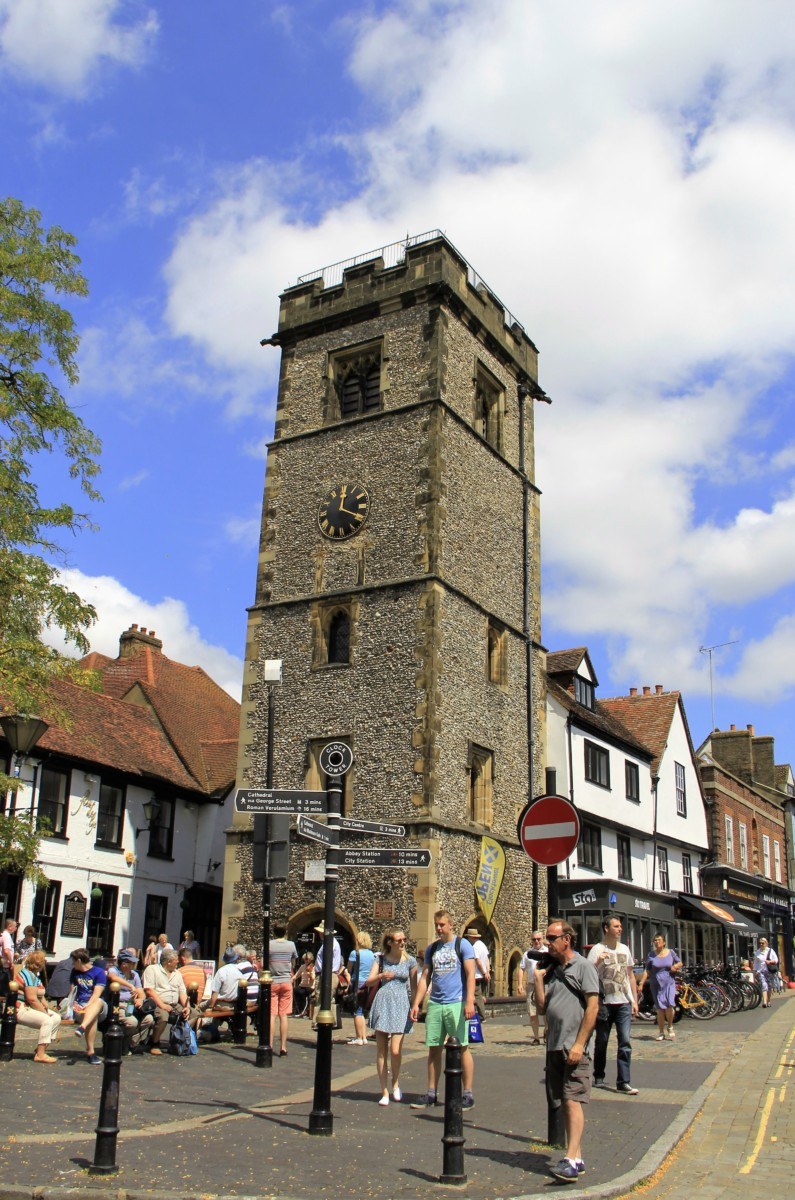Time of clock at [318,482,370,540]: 12:19
